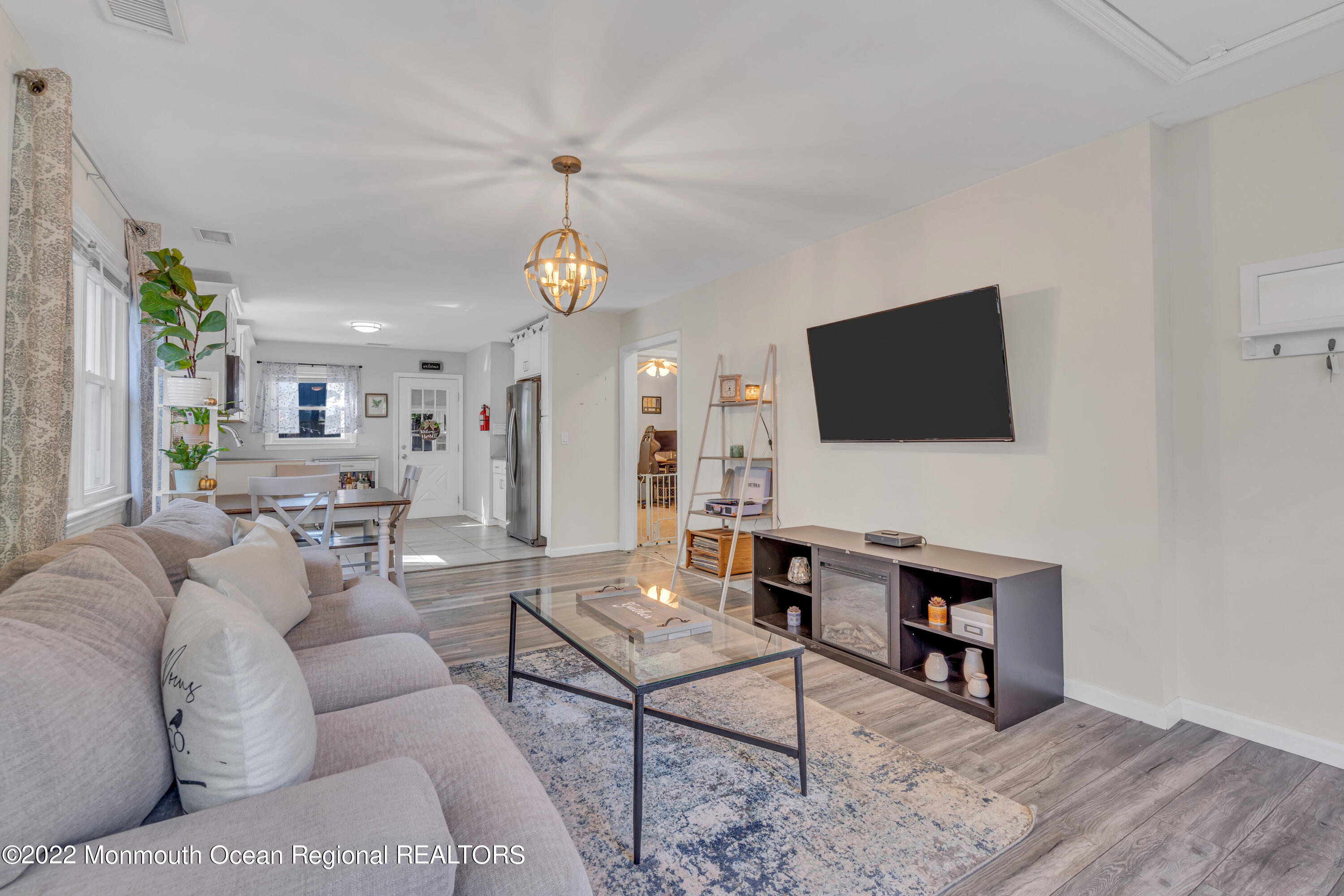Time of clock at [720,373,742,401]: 7:27
